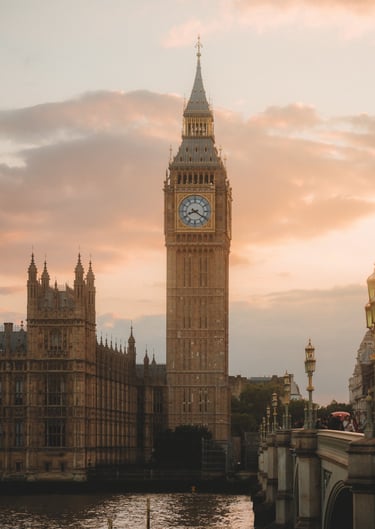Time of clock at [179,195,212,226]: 8:20
